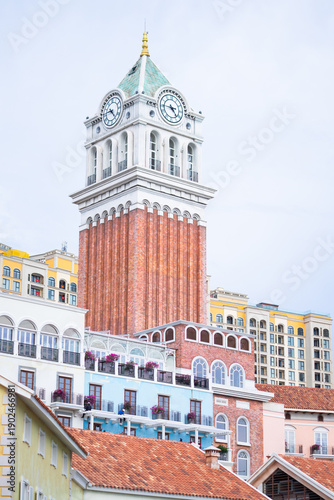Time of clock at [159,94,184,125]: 4:45
